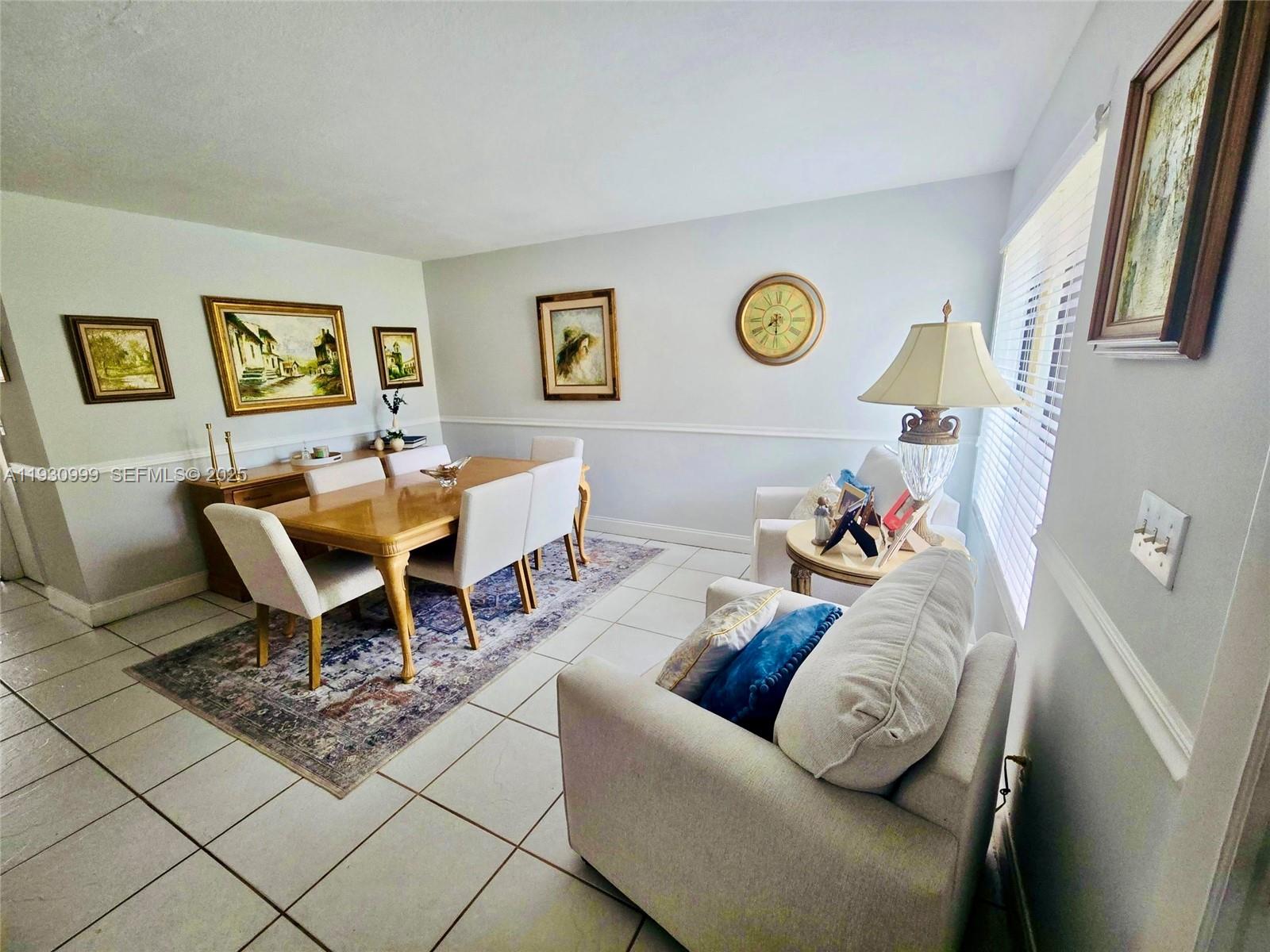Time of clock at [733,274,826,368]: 7:30
